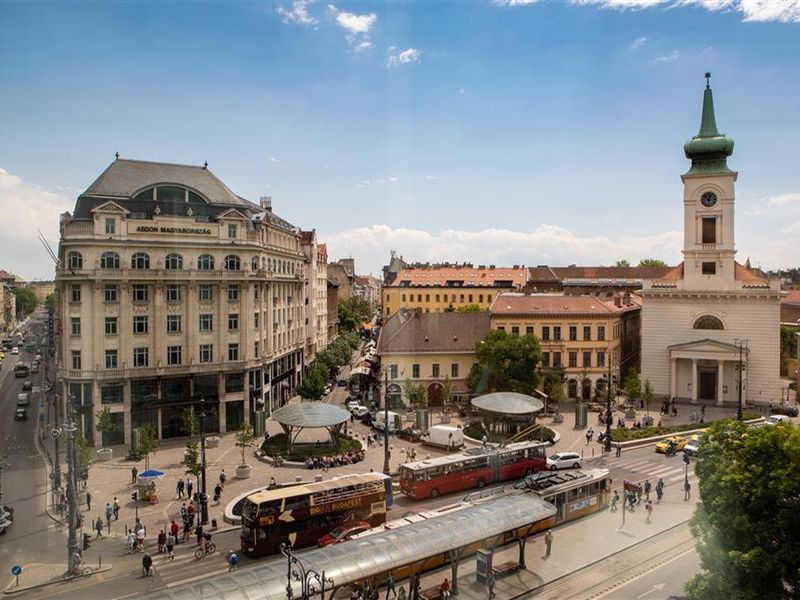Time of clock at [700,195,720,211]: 12:52
